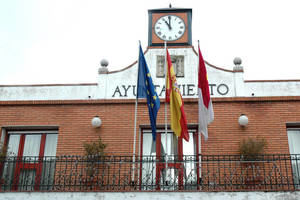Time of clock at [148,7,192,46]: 10:59
